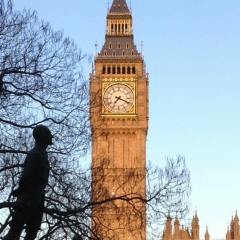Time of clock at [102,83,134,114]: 7:18
